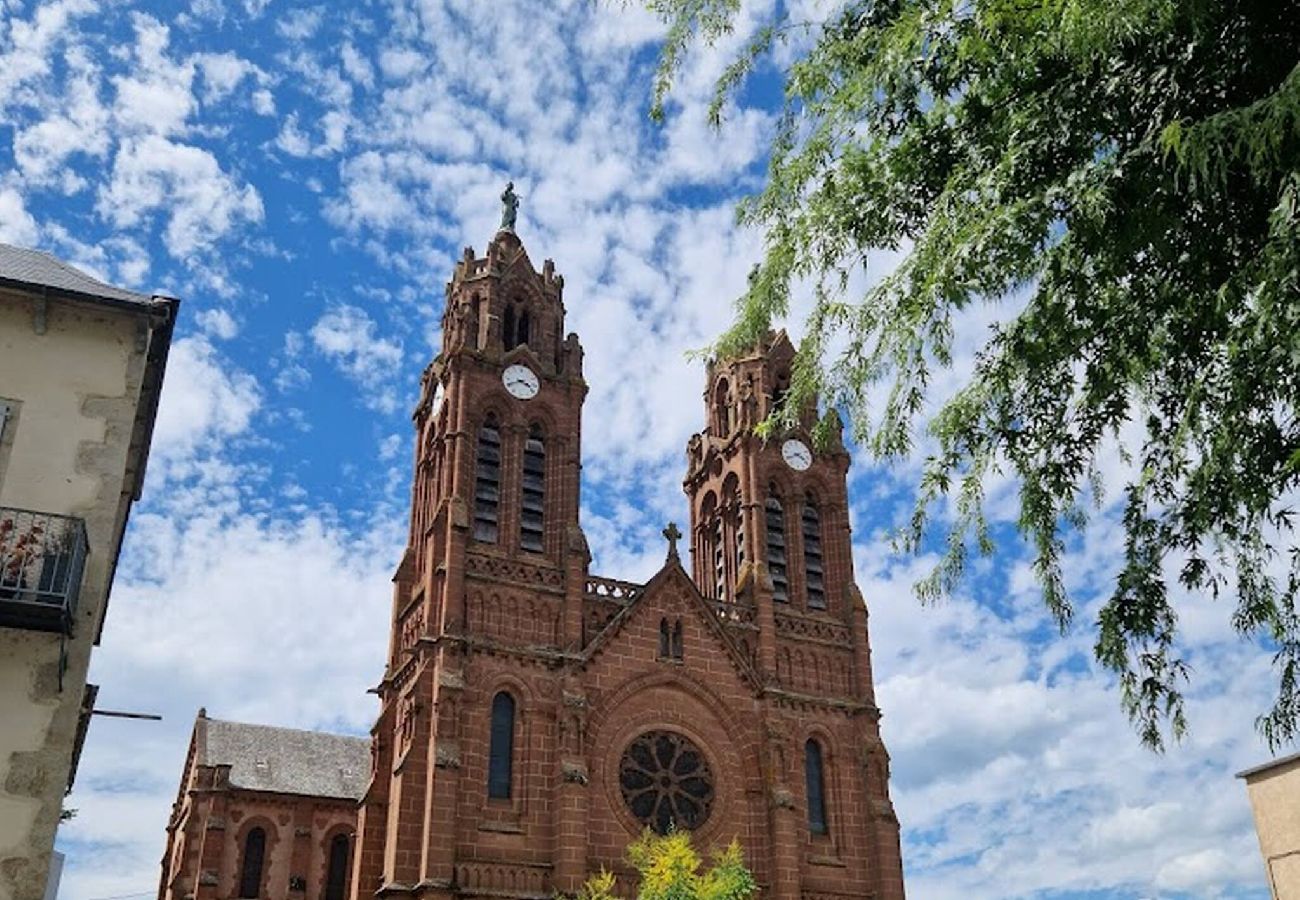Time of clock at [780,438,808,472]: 3:40
